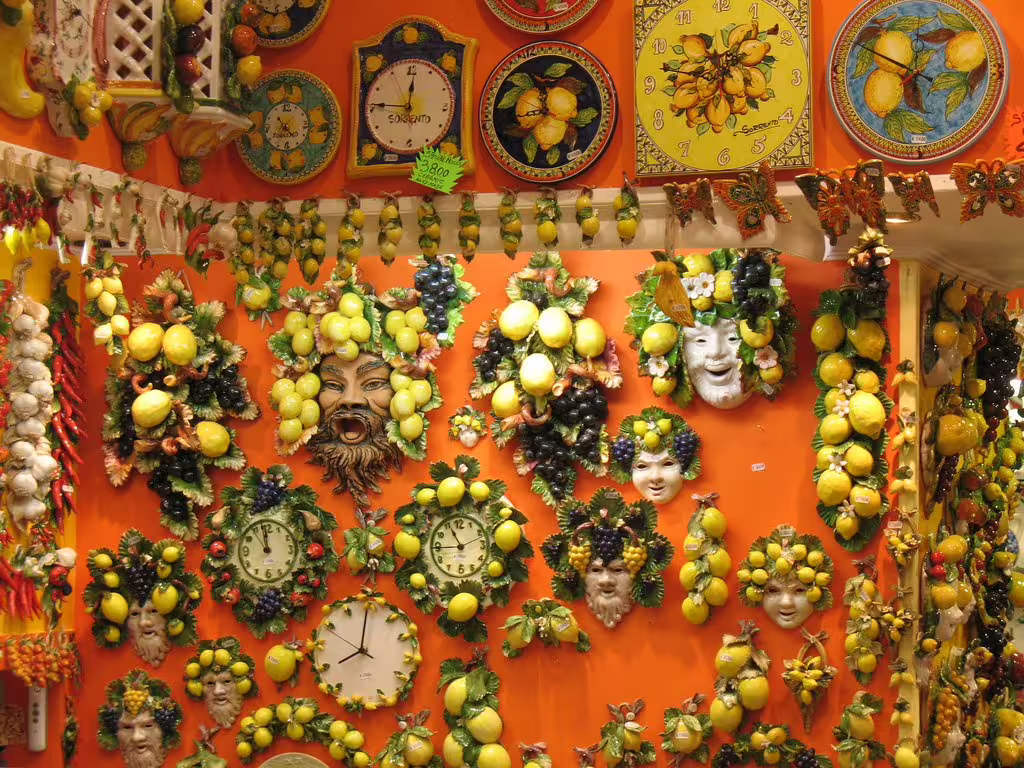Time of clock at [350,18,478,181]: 11:46
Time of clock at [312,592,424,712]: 7:59
